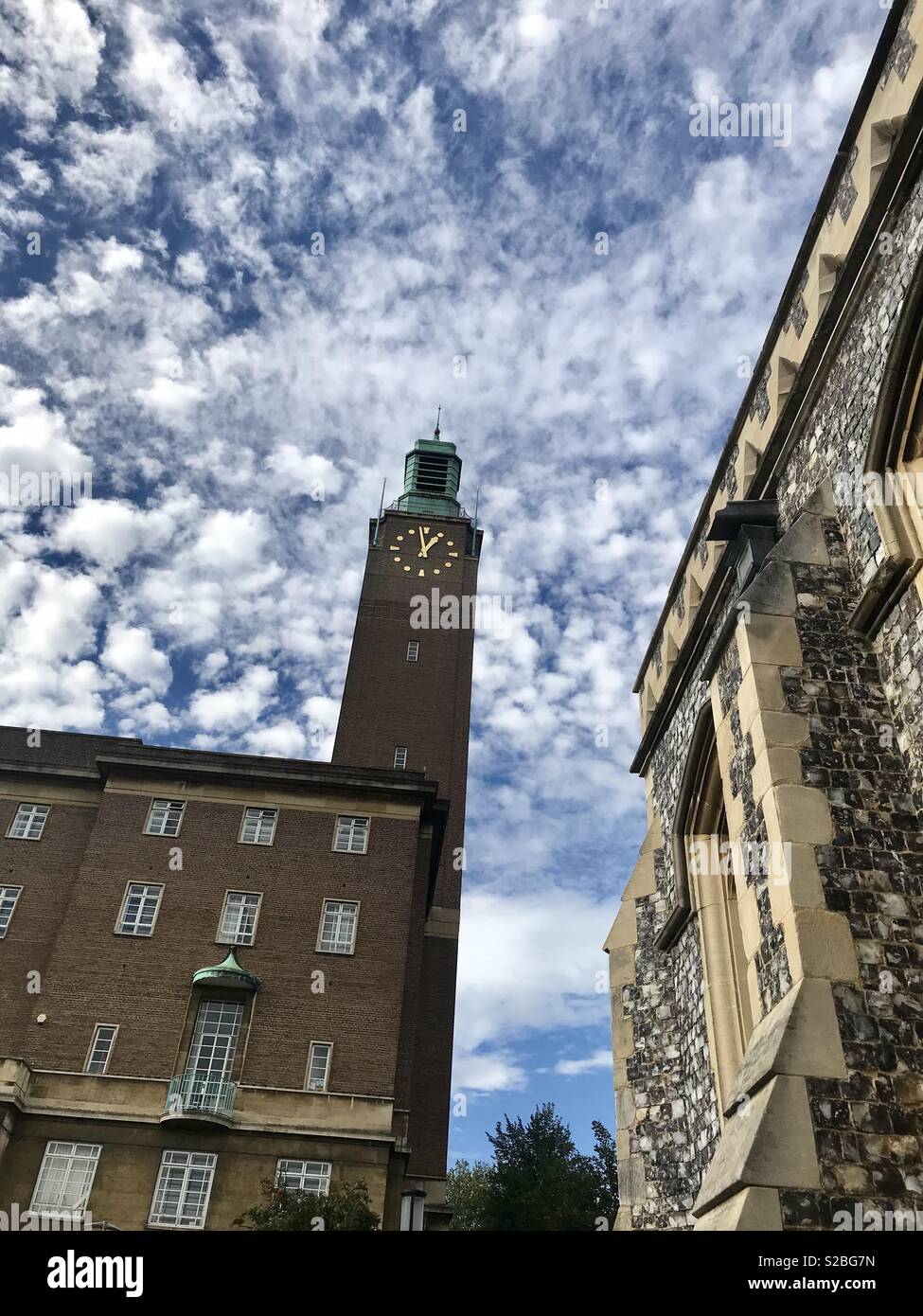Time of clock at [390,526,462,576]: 12:58
